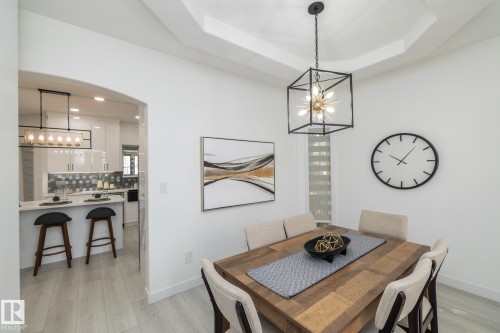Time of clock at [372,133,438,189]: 10:06
